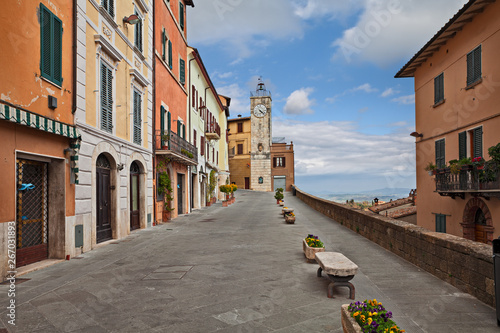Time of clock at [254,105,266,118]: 4:22
